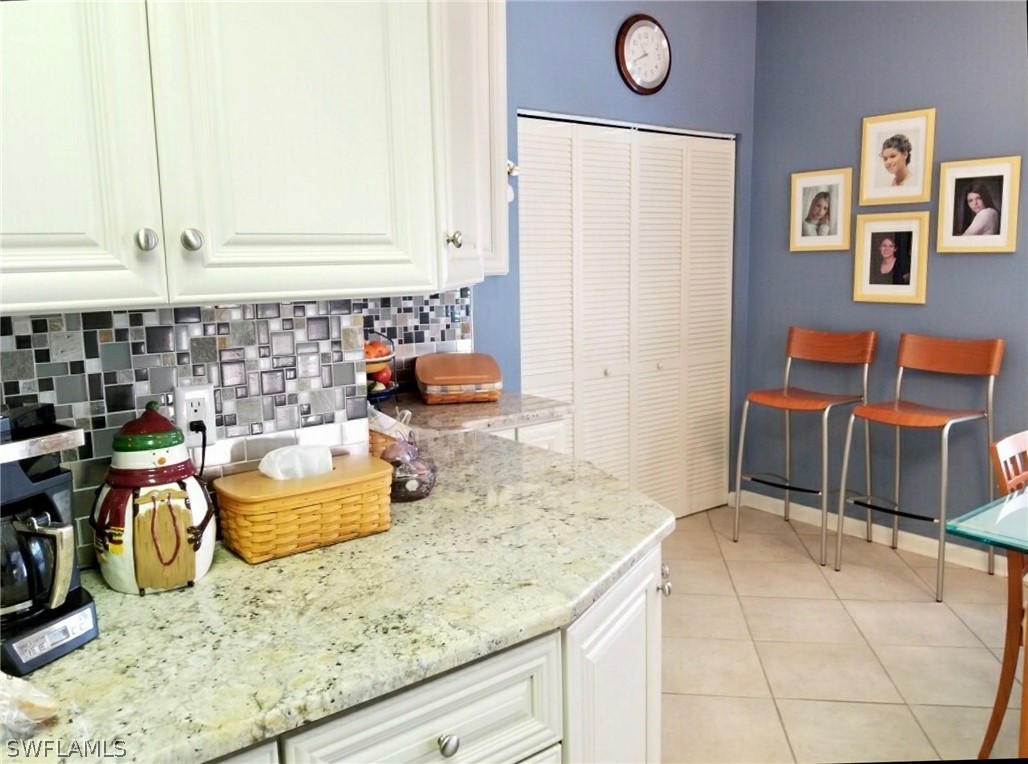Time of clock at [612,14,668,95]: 10:41
